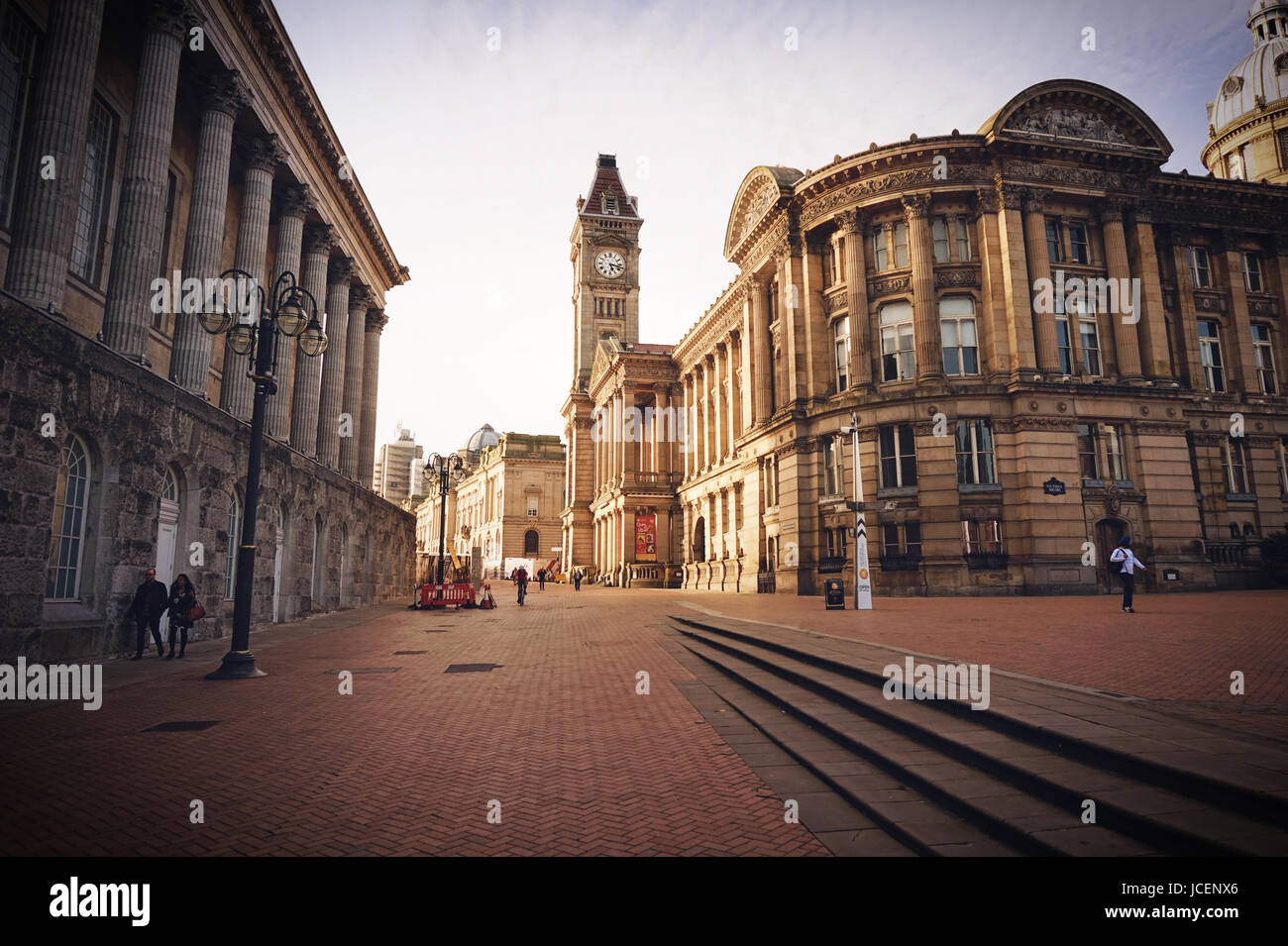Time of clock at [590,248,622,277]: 5:17
